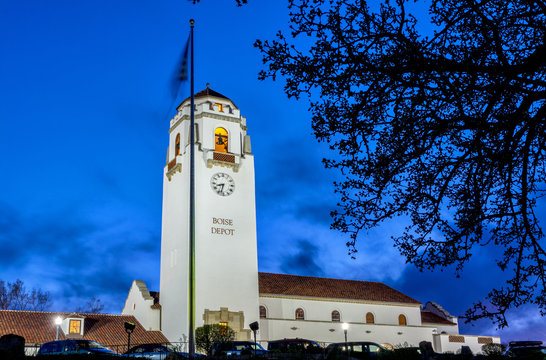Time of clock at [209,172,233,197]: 8:32
